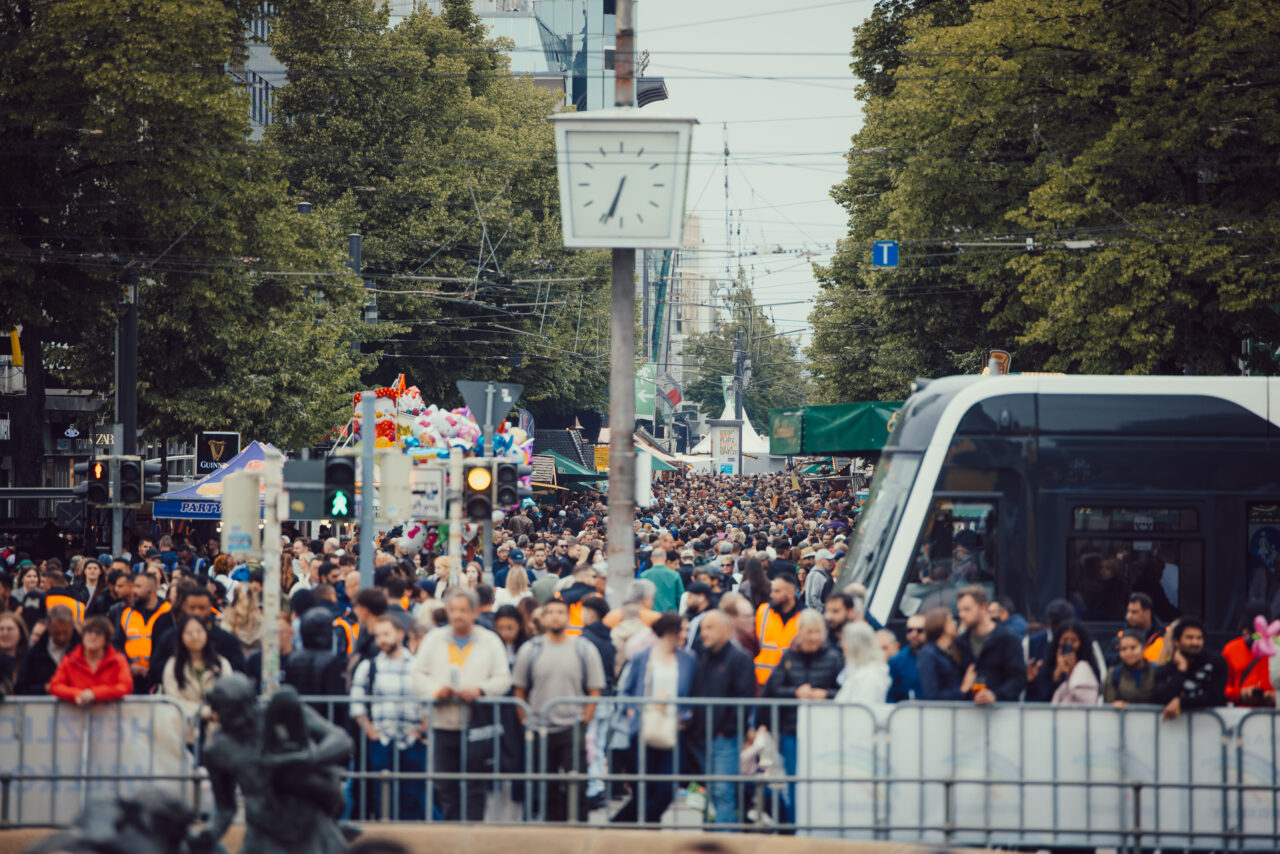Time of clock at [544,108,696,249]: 6:33
